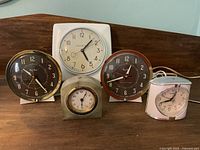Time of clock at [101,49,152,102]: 12:42
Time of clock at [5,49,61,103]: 10:24
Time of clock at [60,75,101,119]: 6:05
